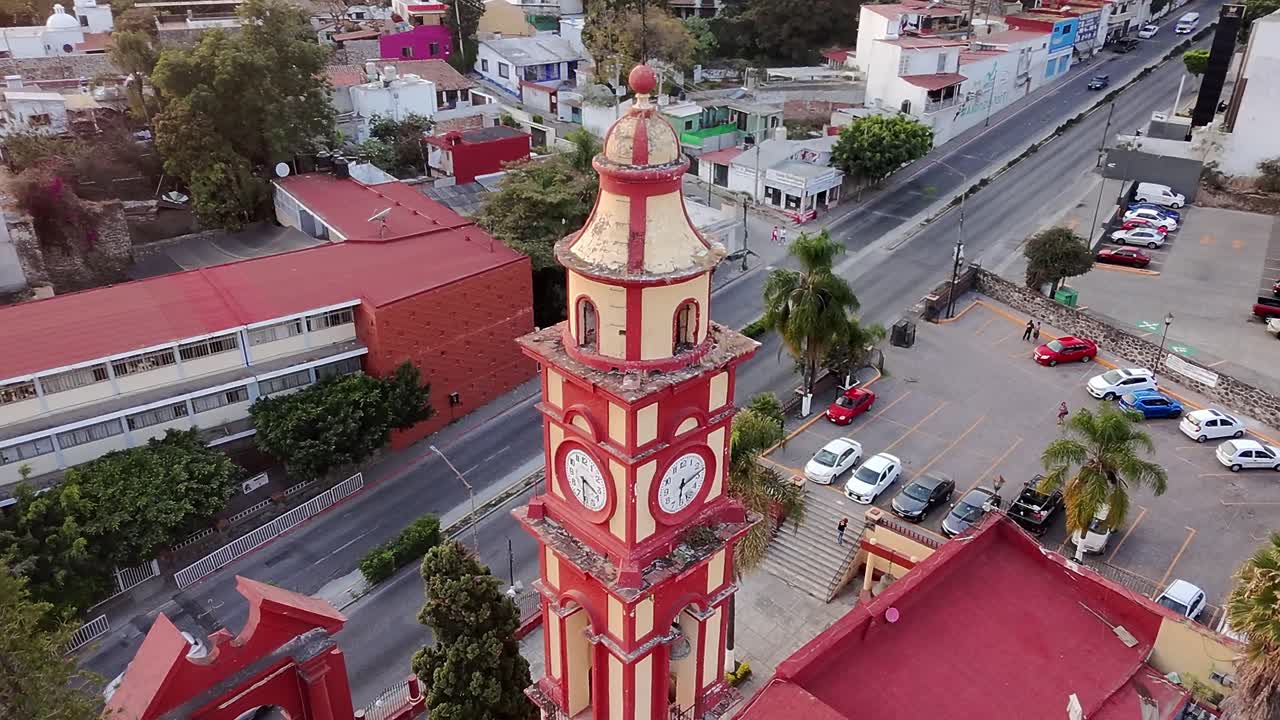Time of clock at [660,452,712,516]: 6:13
